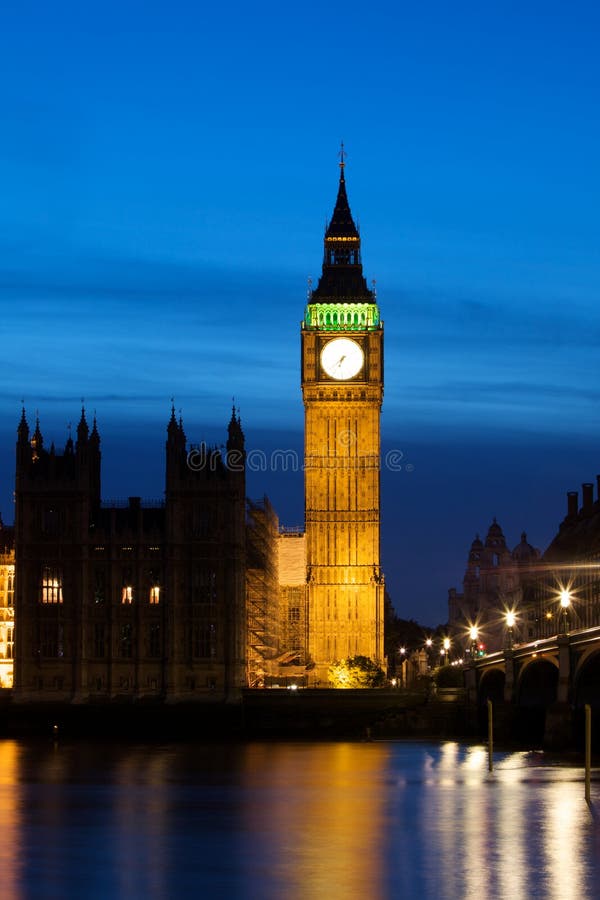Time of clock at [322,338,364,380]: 6:38
